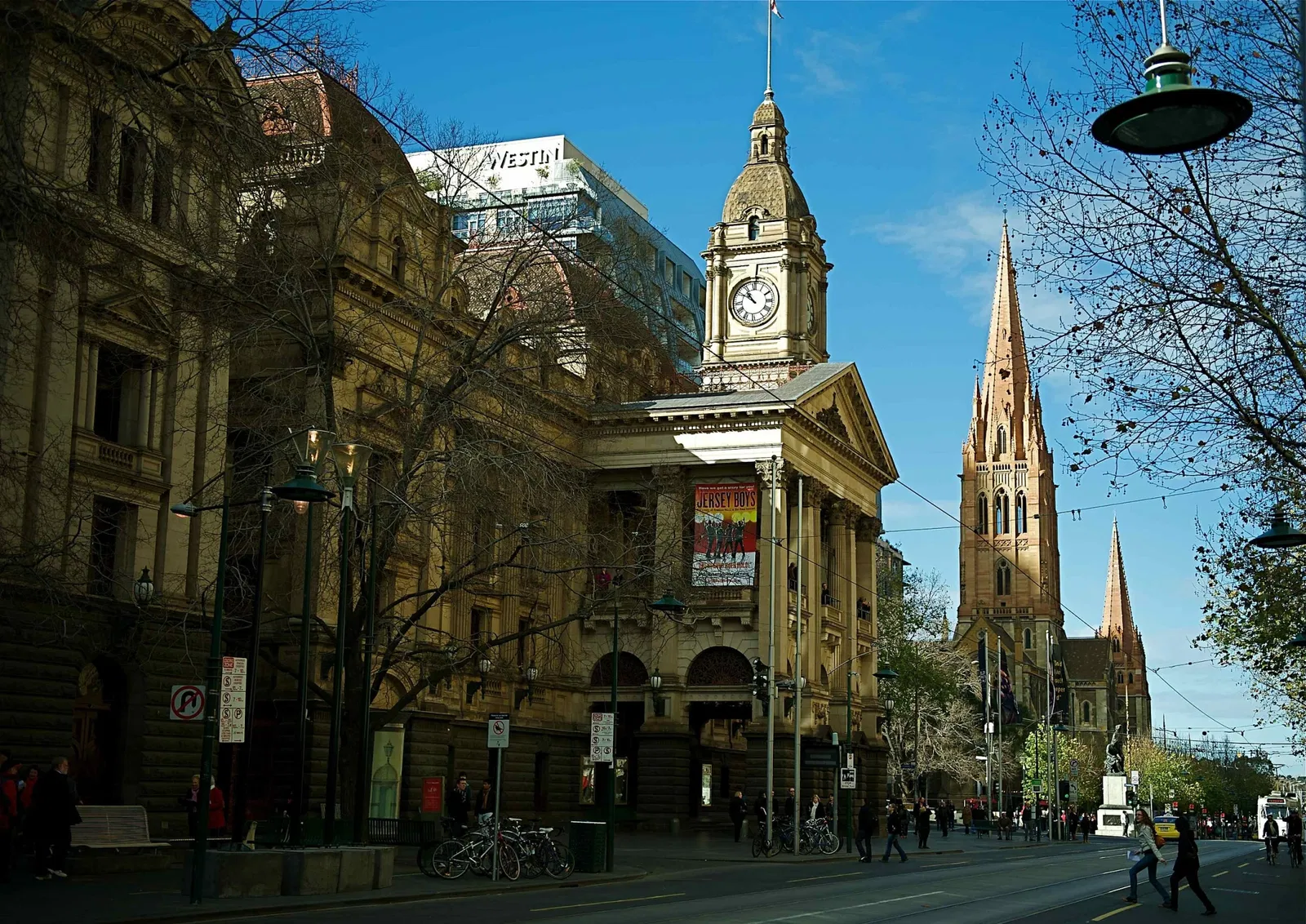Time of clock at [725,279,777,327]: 10:51
